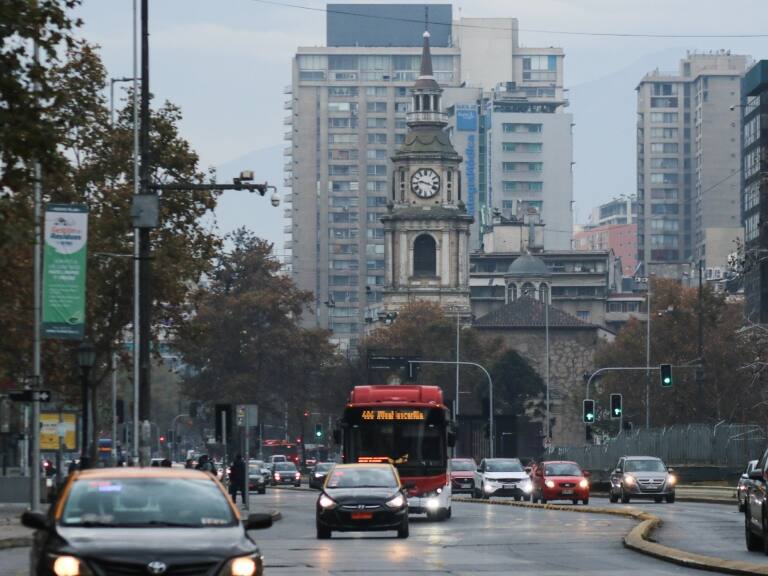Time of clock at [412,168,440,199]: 9:18
